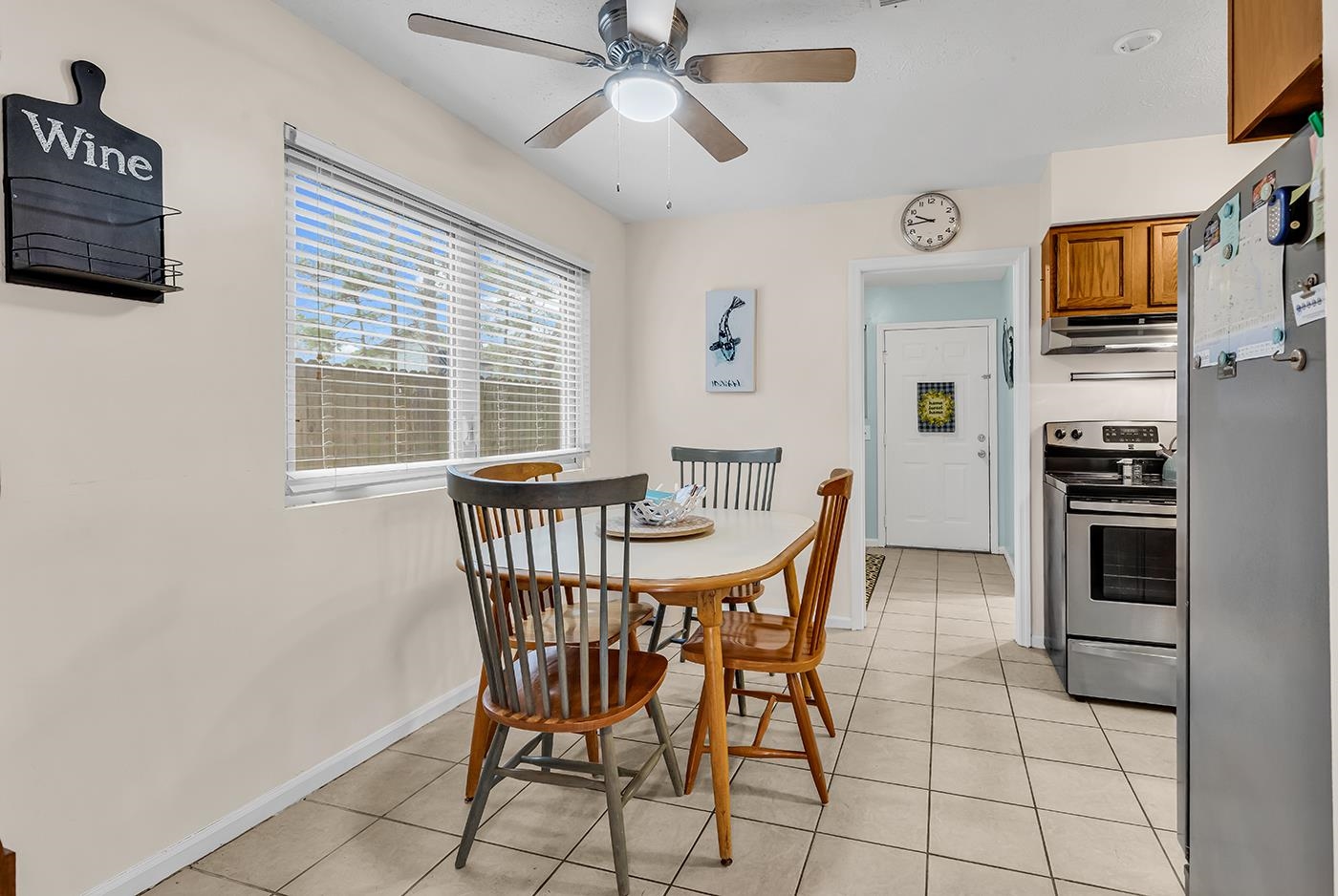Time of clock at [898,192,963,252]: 9:43
